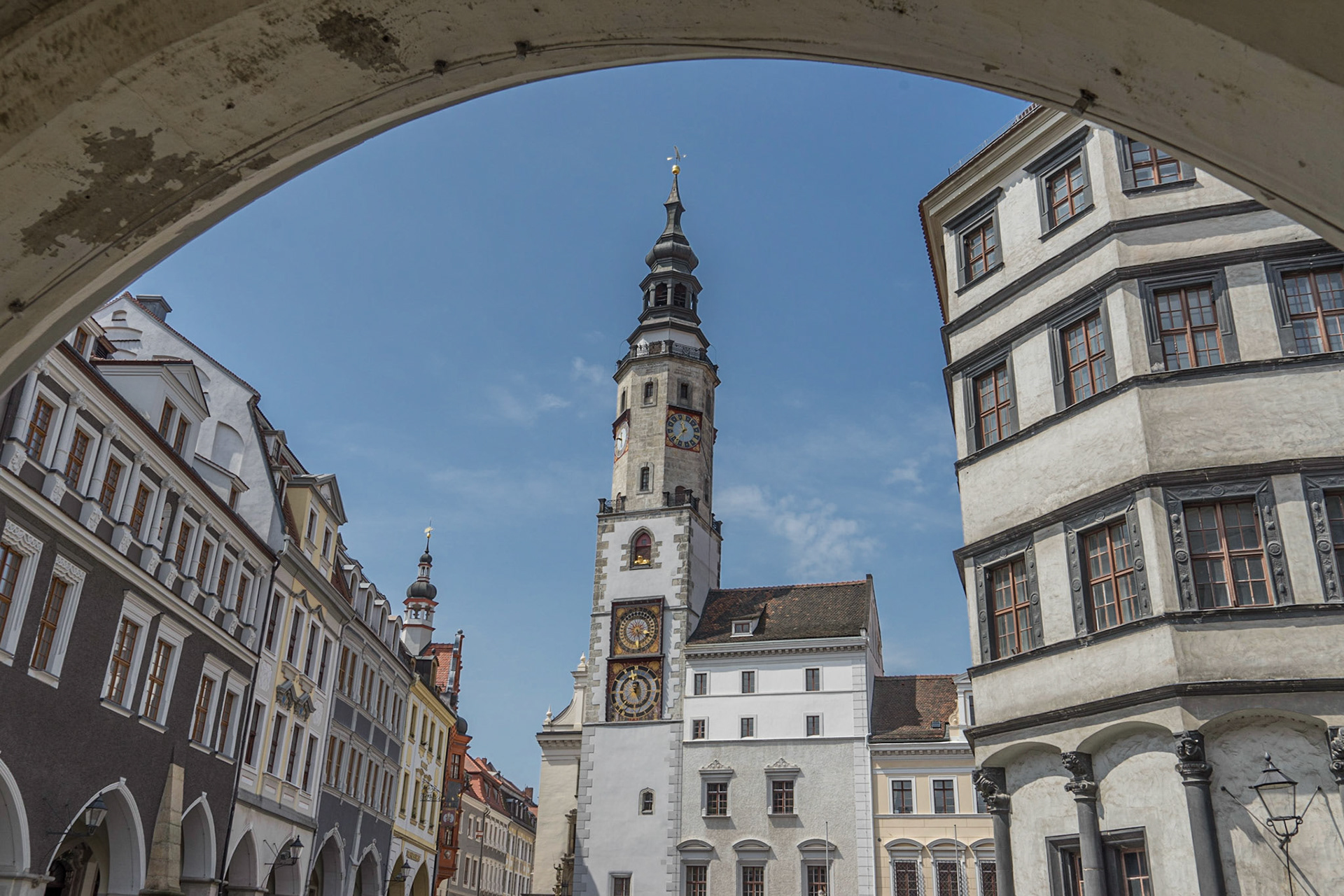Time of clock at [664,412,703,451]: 11:37
